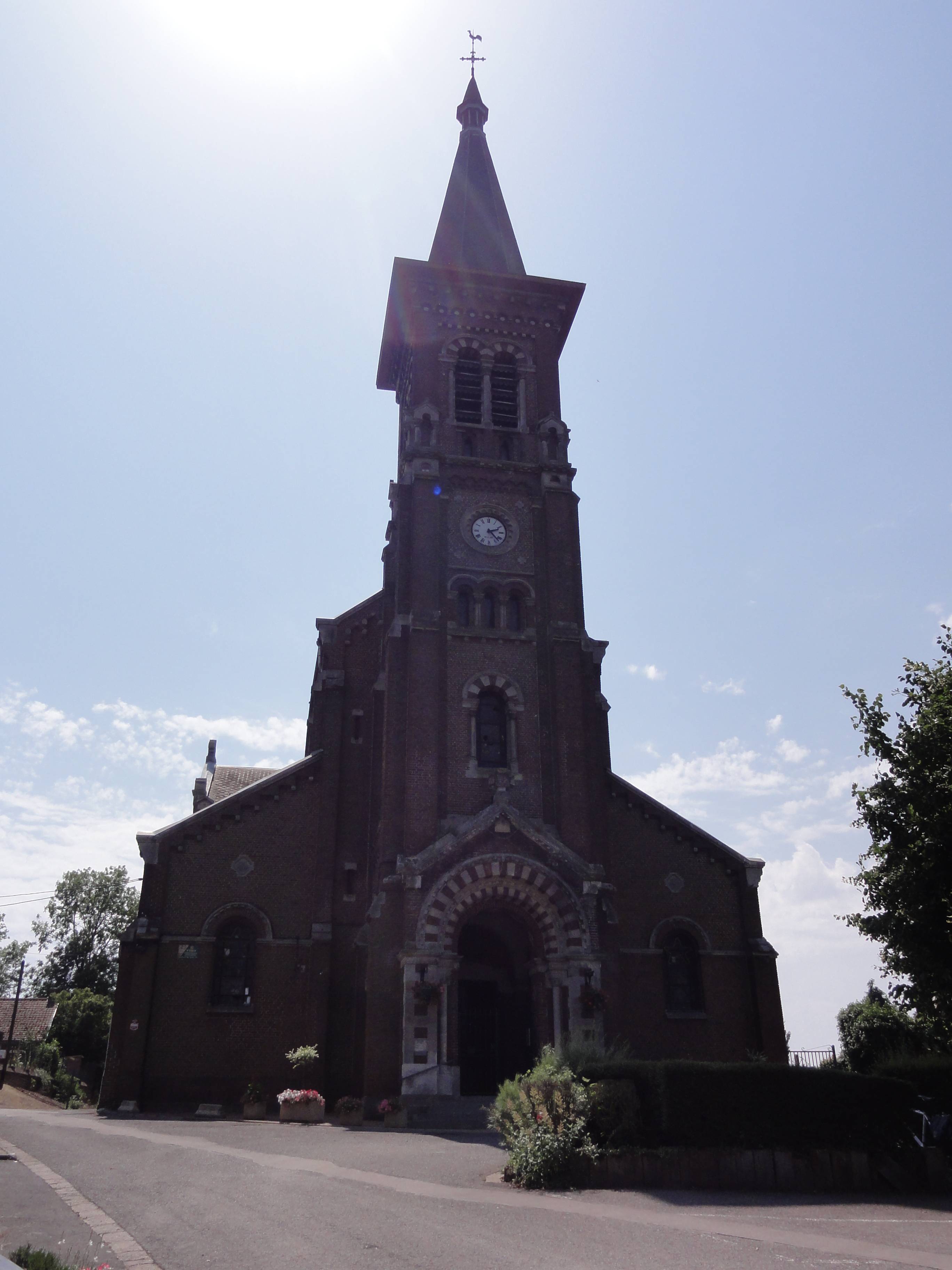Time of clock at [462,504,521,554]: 2:22
